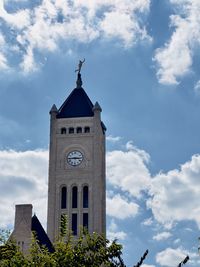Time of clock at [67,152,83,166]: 2:44
